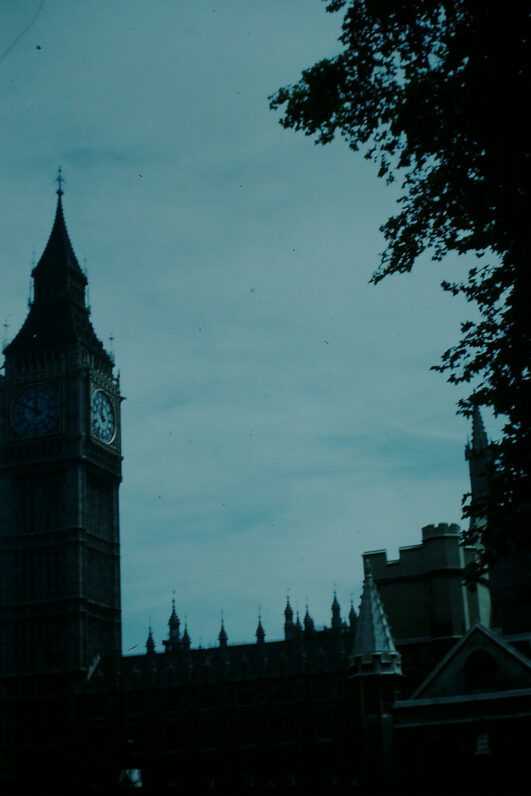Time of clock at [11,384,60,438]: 11:49
